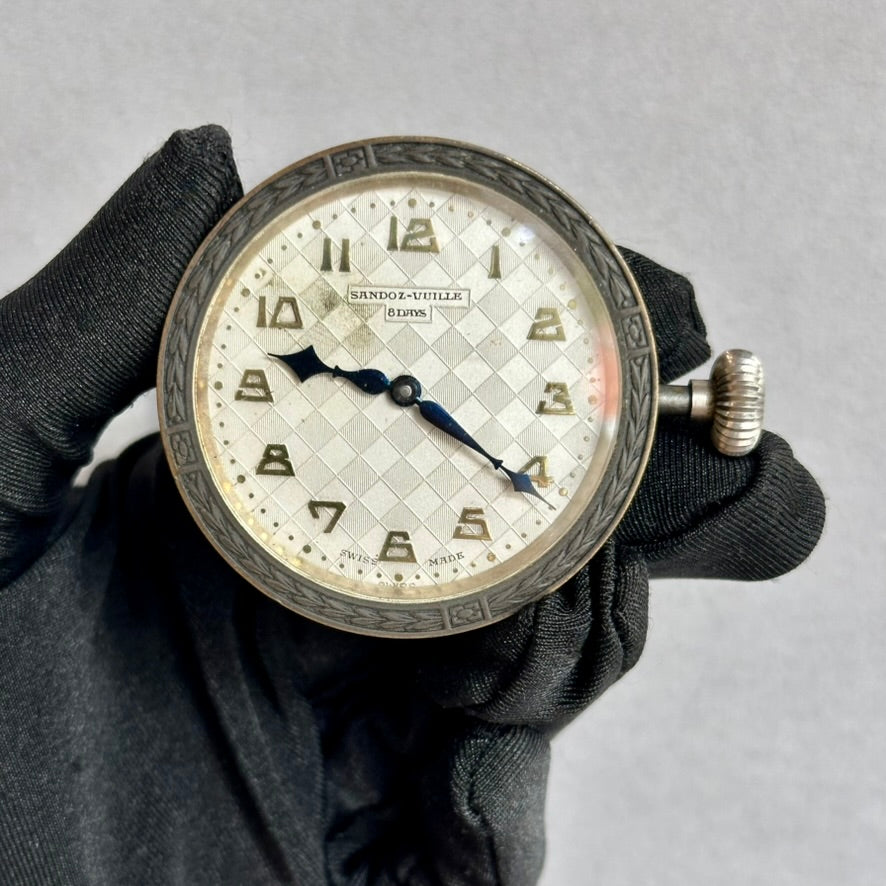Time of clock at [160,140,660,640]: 9:20
